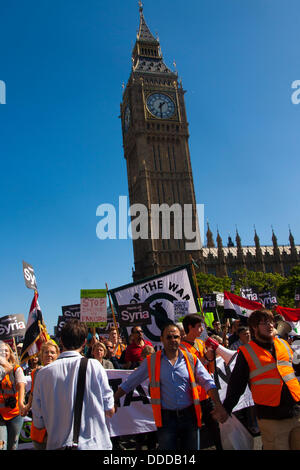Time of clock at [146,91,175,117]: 1:30
